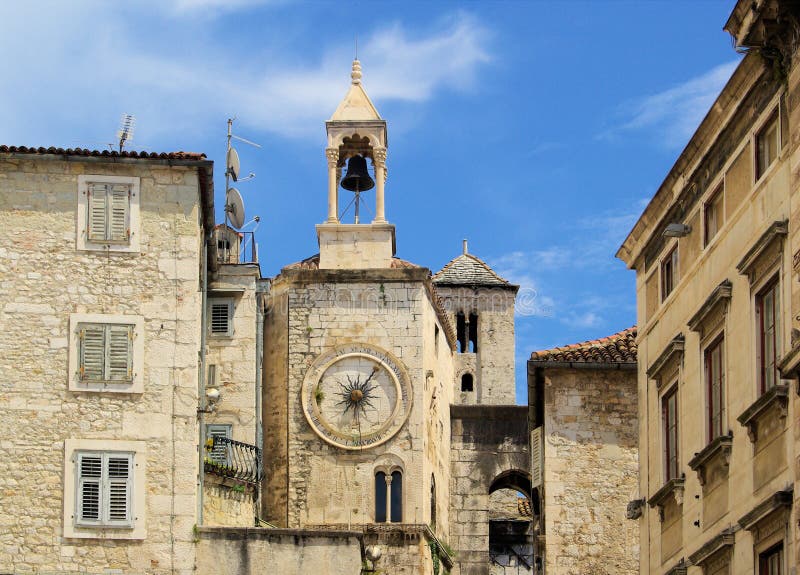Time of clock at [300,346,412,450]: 8:05
